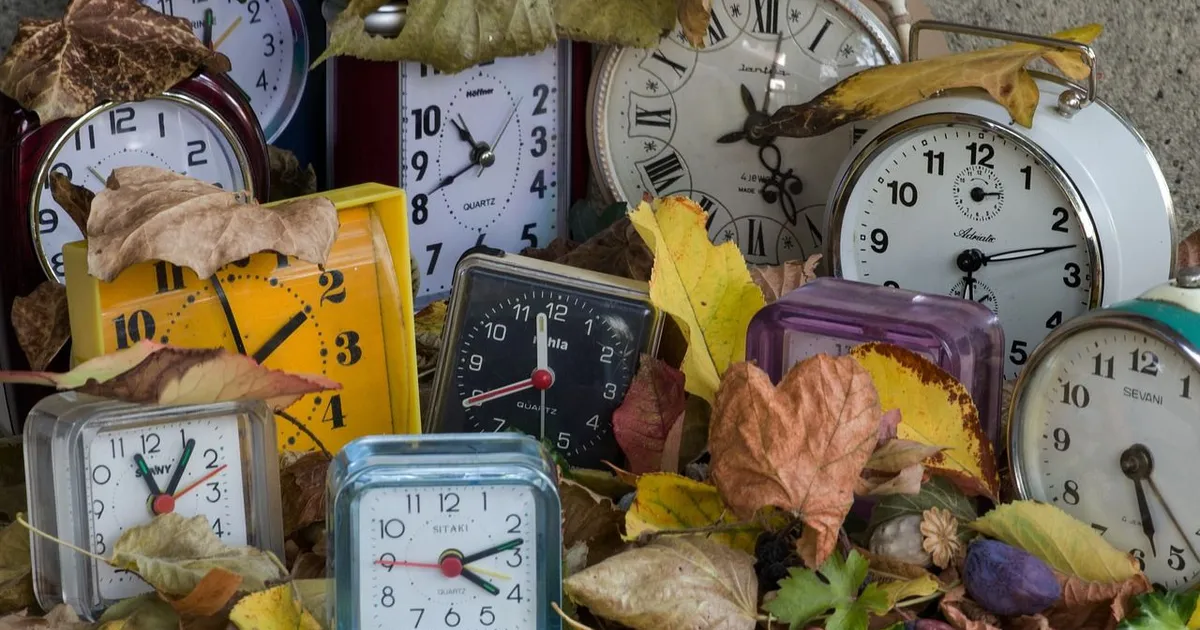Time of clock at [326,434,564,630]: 4:12
